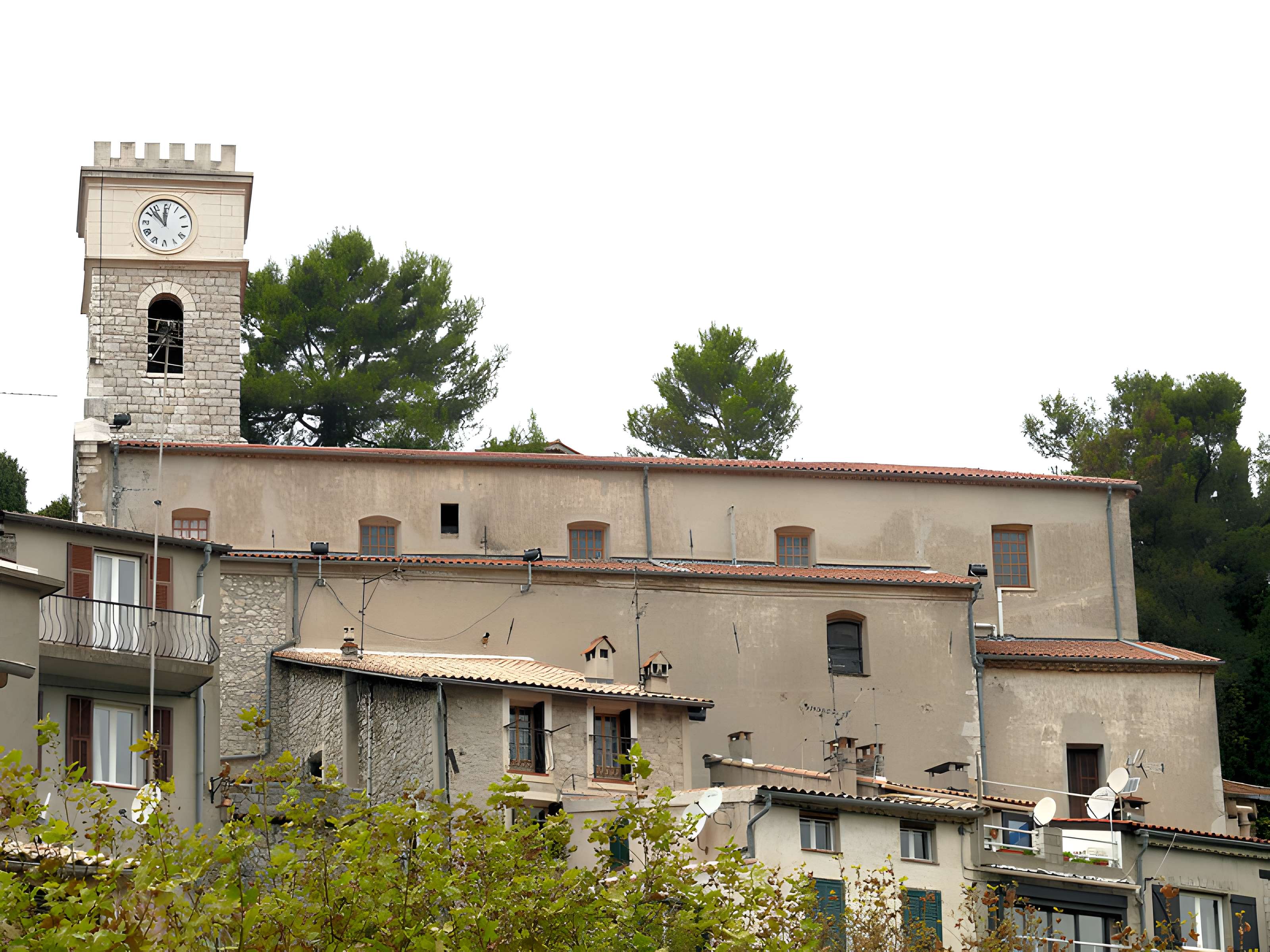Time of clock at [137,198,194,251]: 11:52
